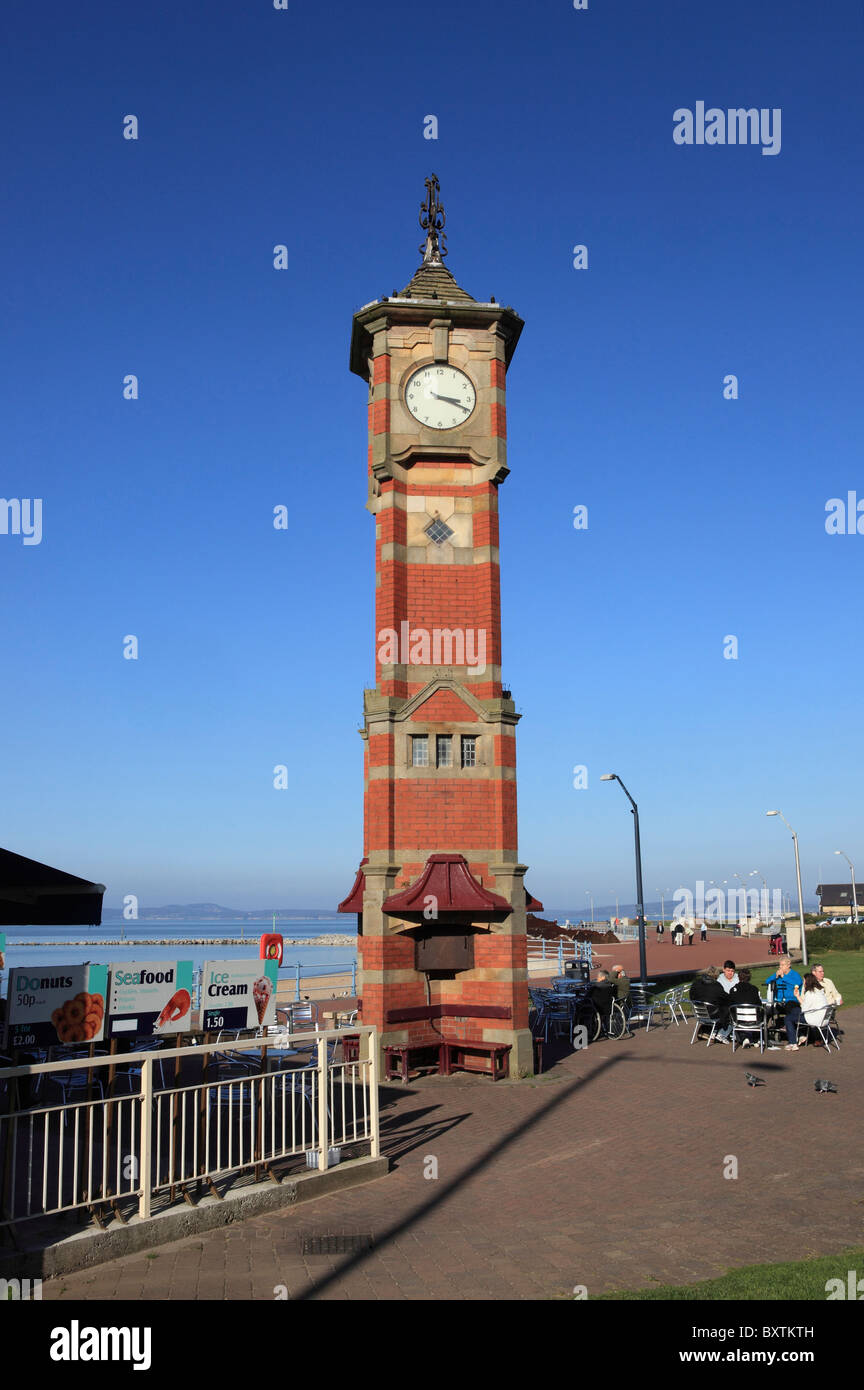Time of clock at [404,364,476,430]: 3:18
